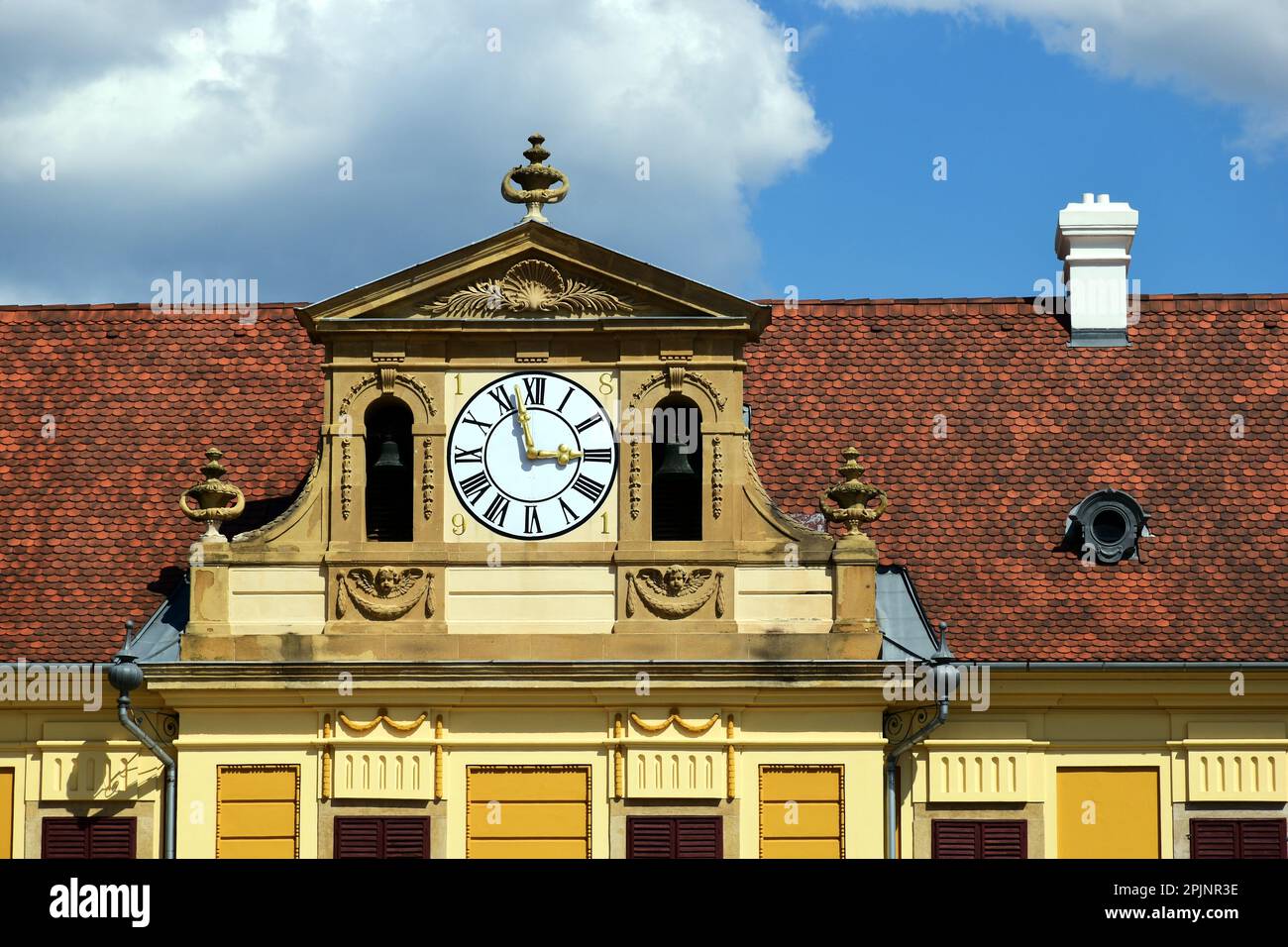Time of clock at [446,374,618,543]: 2:56
